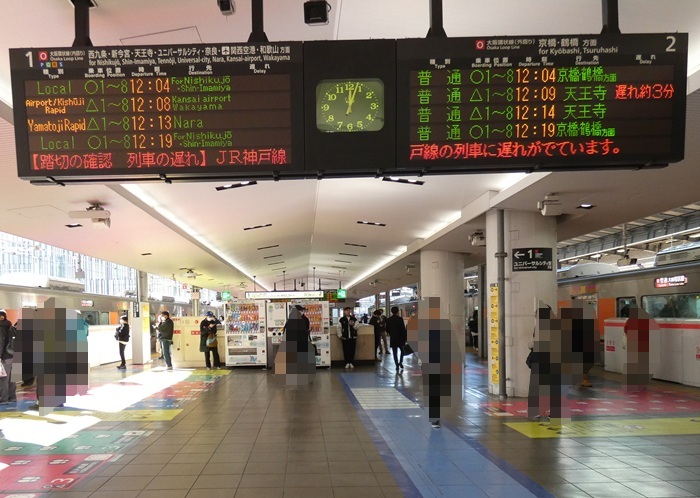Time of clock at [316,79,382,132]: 12:03
